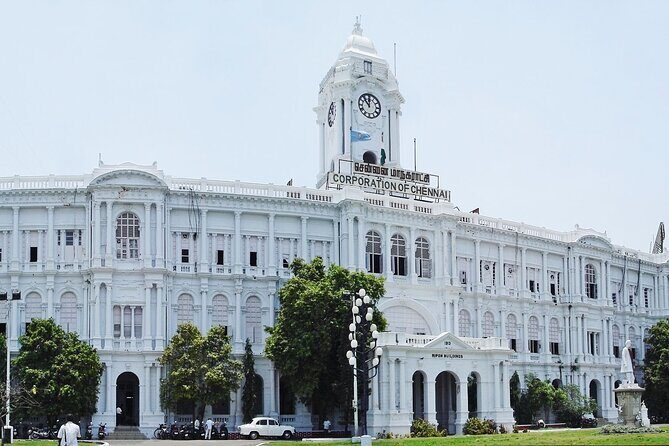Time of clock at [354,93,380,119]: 11:52
